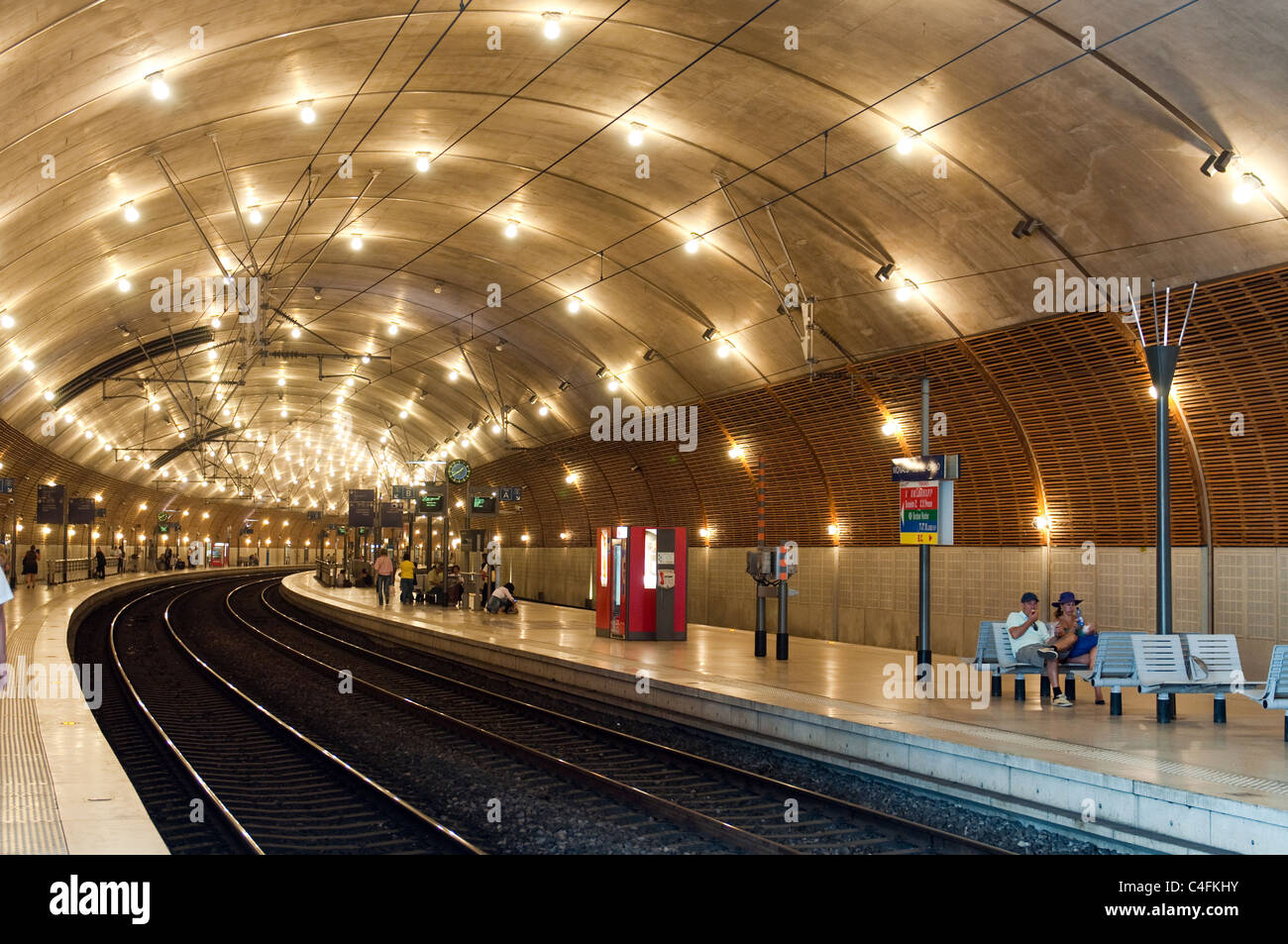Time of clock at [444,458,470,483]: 1:39
